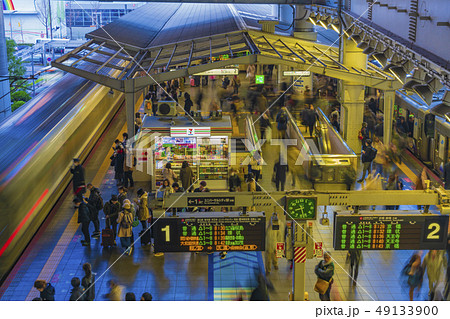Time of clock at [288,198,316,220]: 8:27
